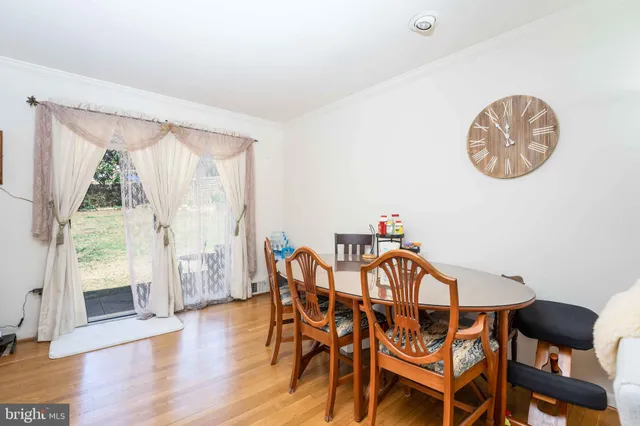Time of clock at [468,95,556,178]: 11:54
